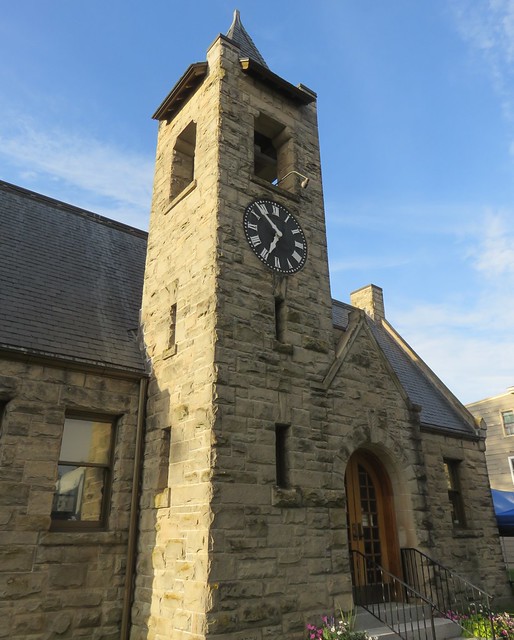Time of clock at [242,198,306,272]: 6:53
